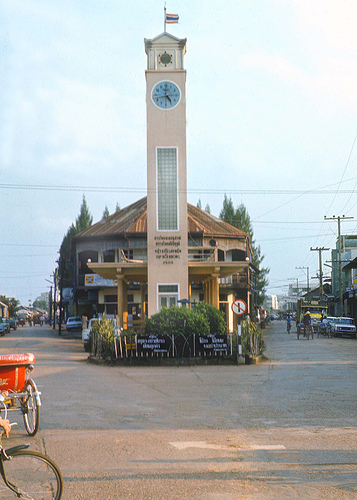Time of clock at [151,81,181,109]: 4:42
